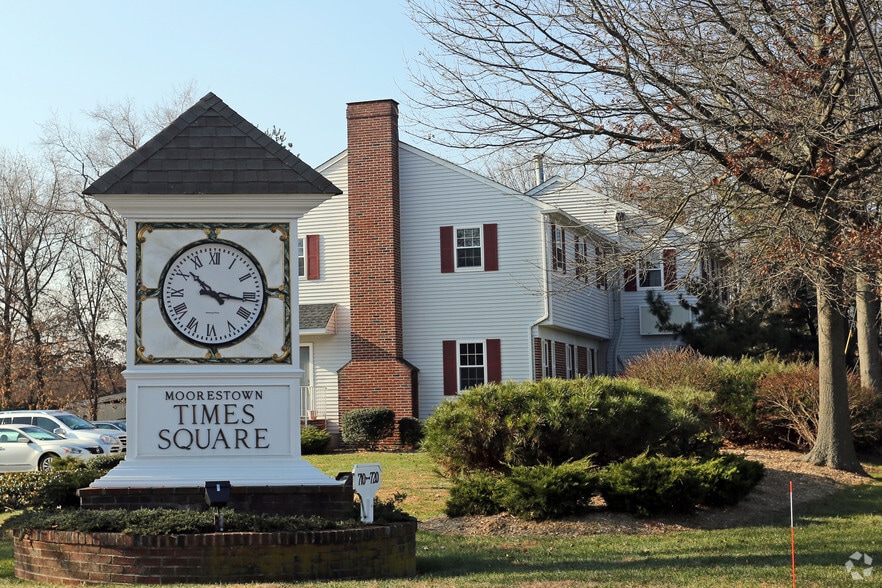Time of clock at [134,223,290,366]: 10:16
